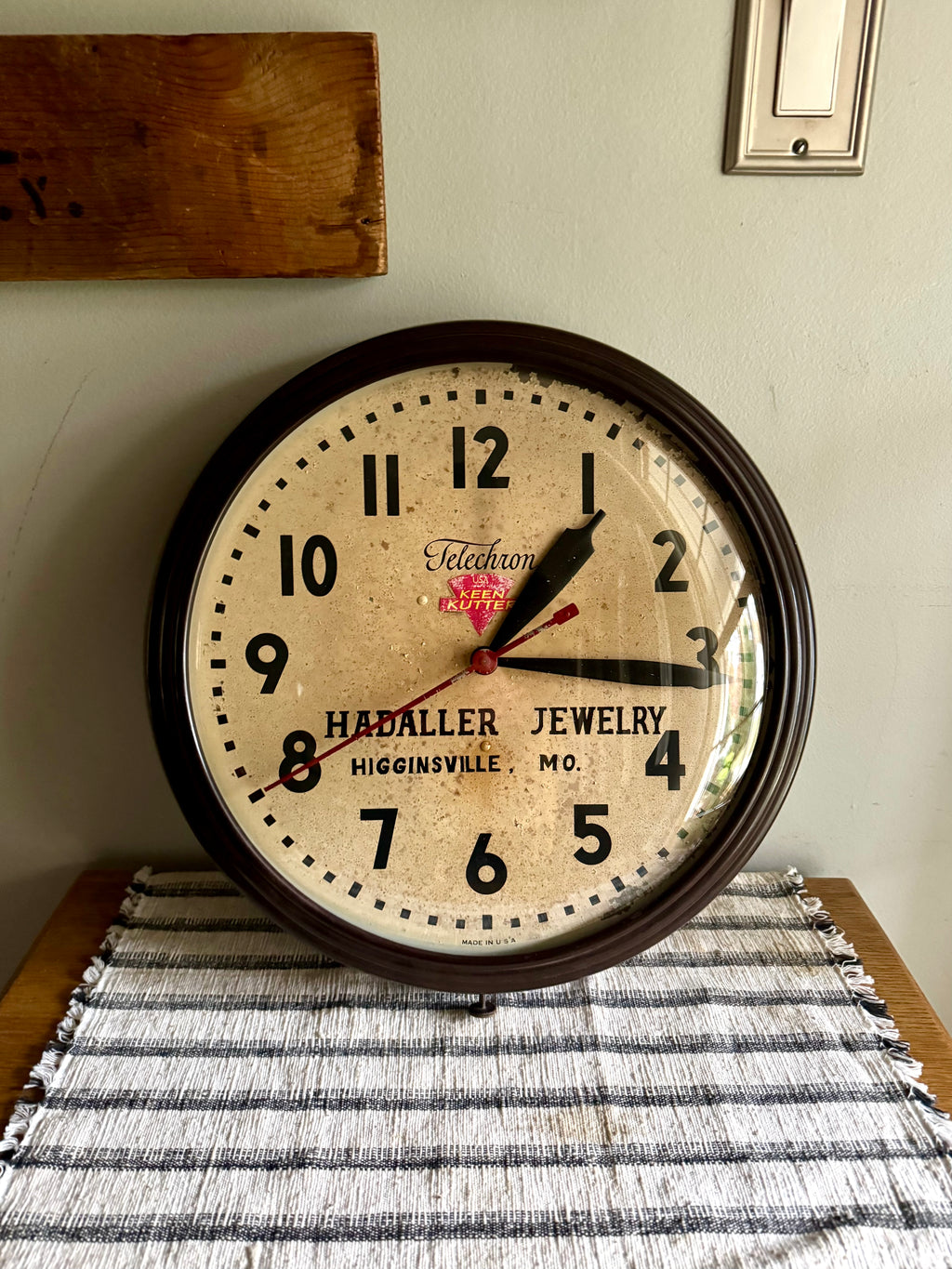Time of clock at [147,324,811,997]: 1:15
